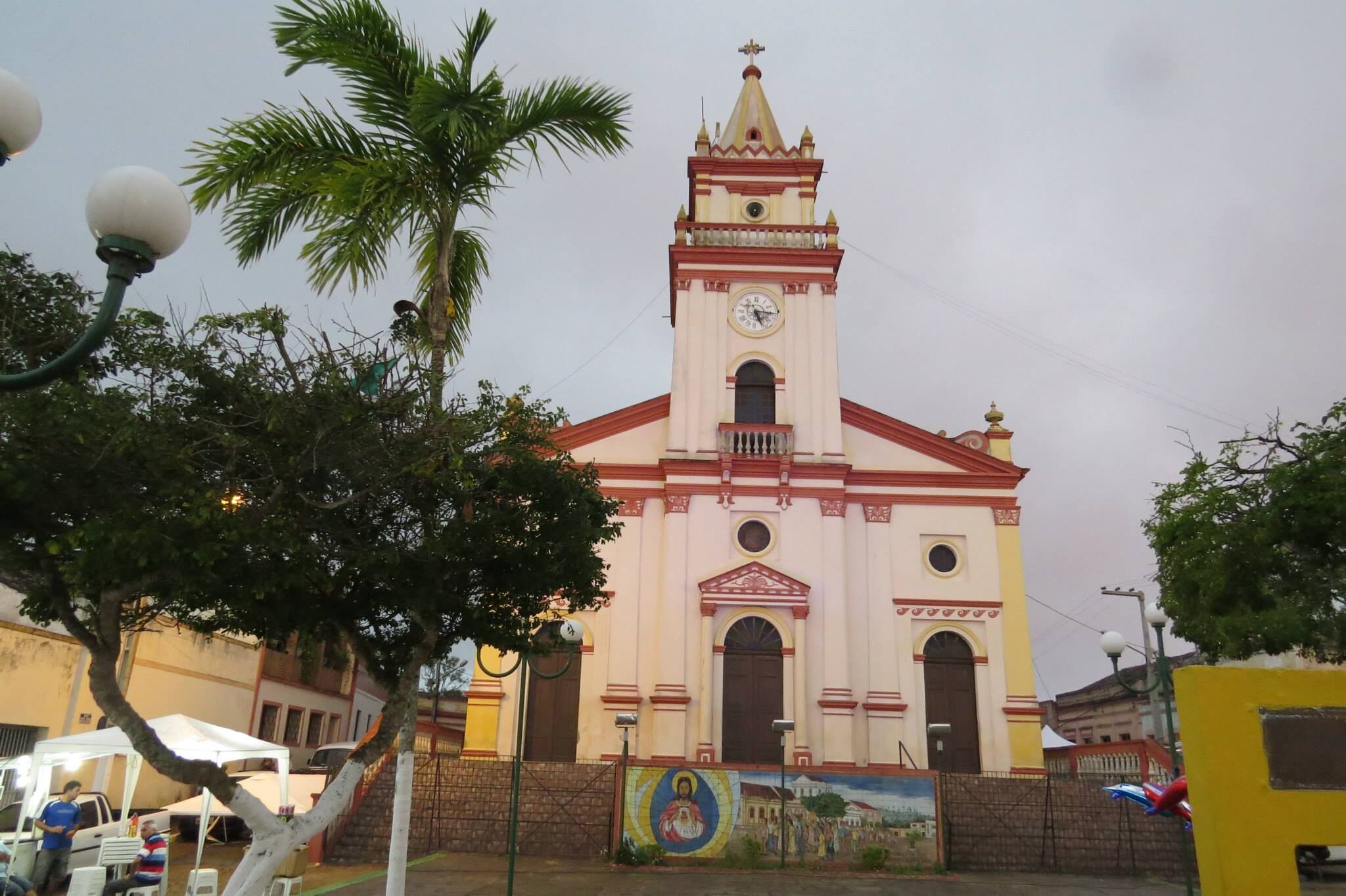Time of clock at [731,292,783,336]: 5:15
